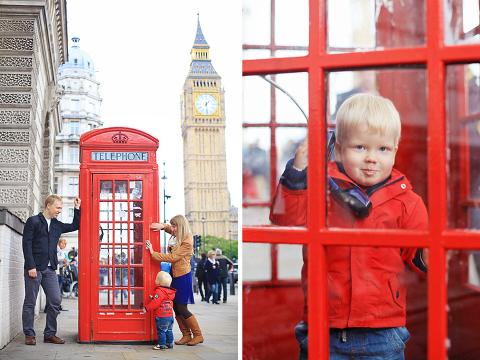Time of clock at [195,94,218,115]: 1:29
